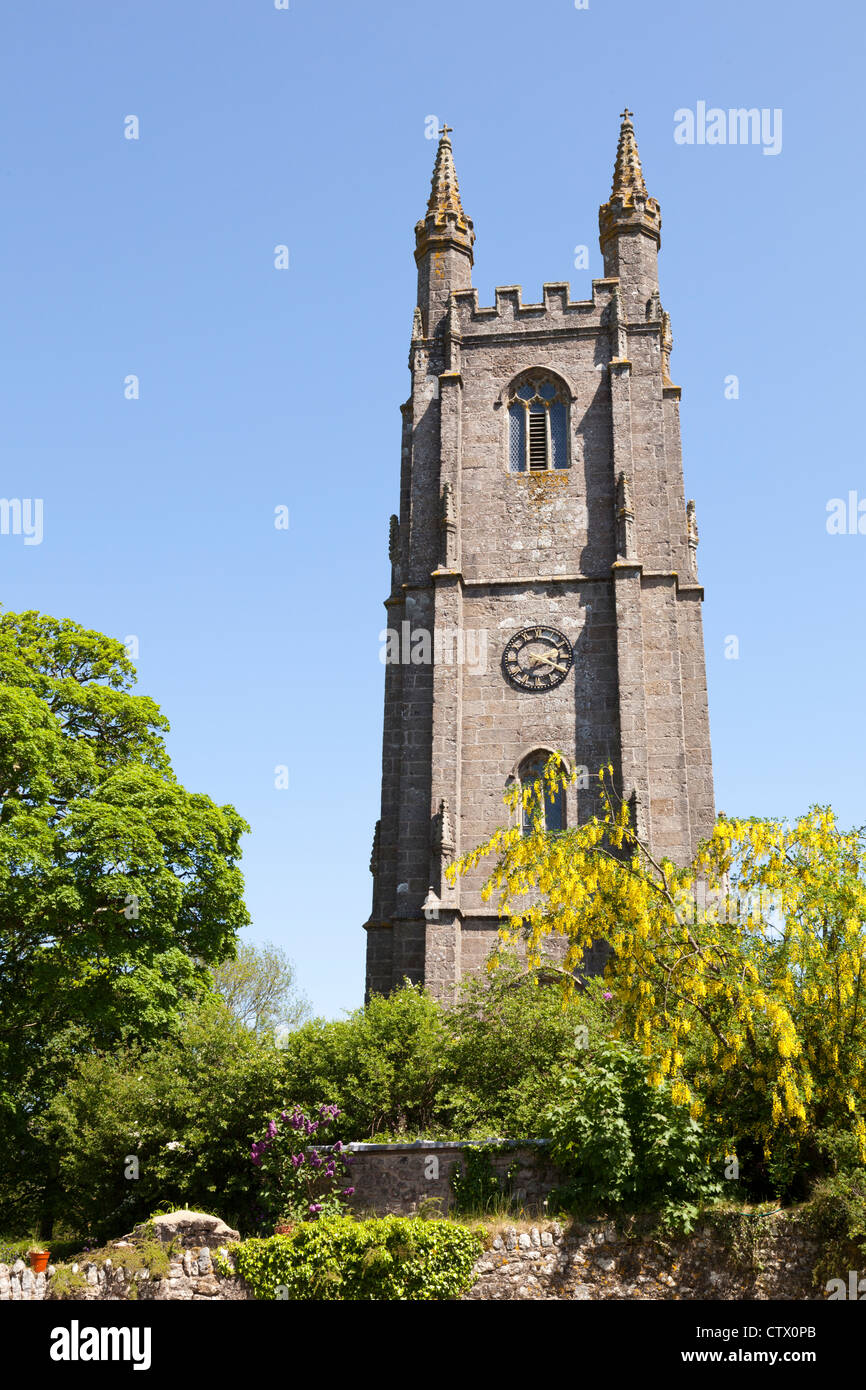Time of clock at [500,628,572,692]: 7:18
